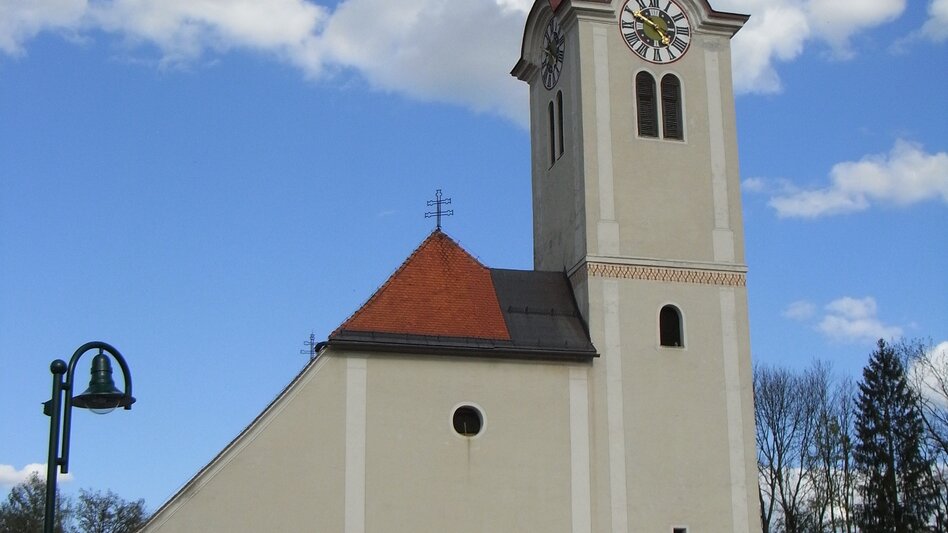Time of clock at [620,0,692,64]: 4:49
